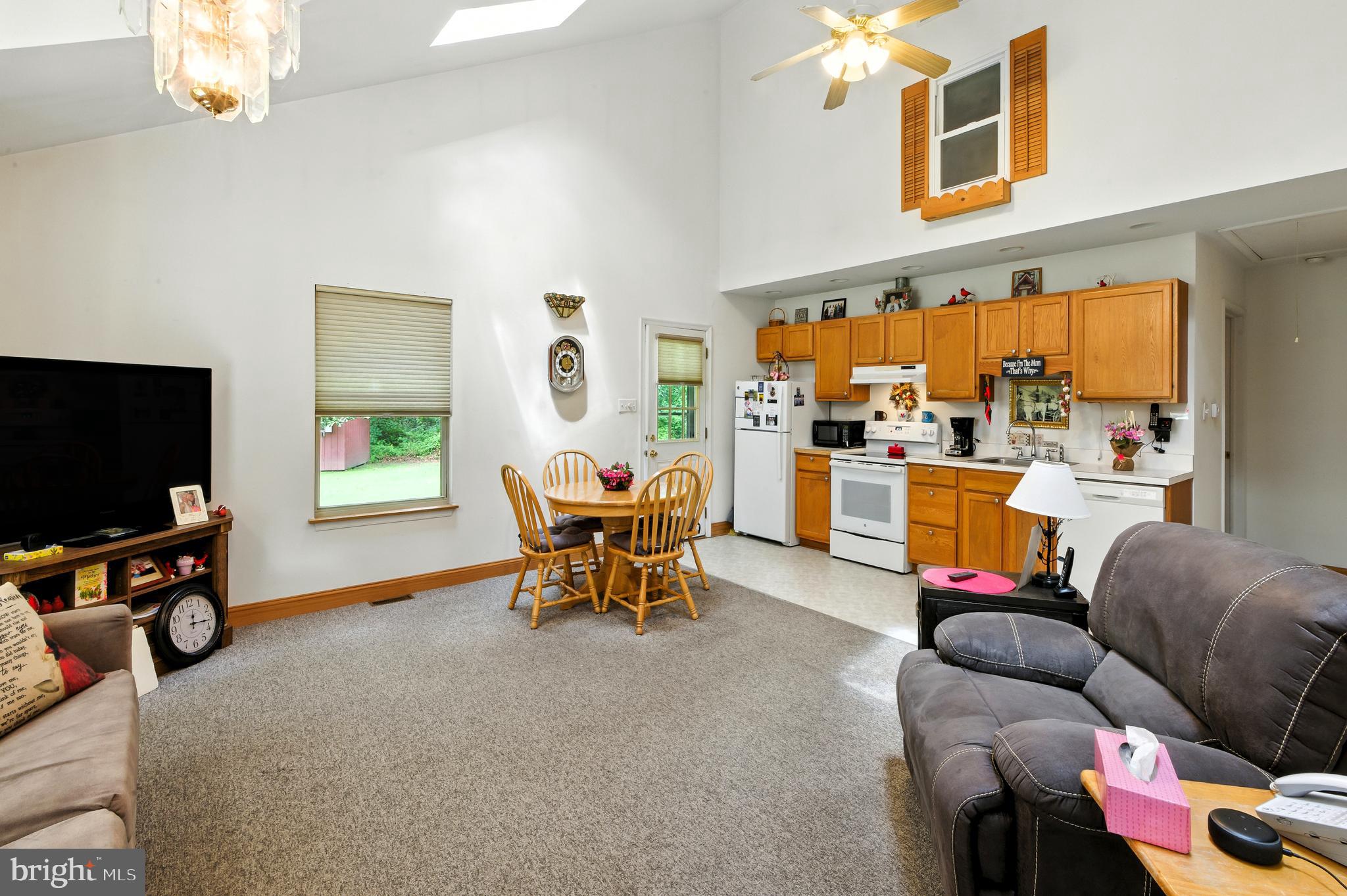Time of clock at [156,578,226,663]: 12:16
